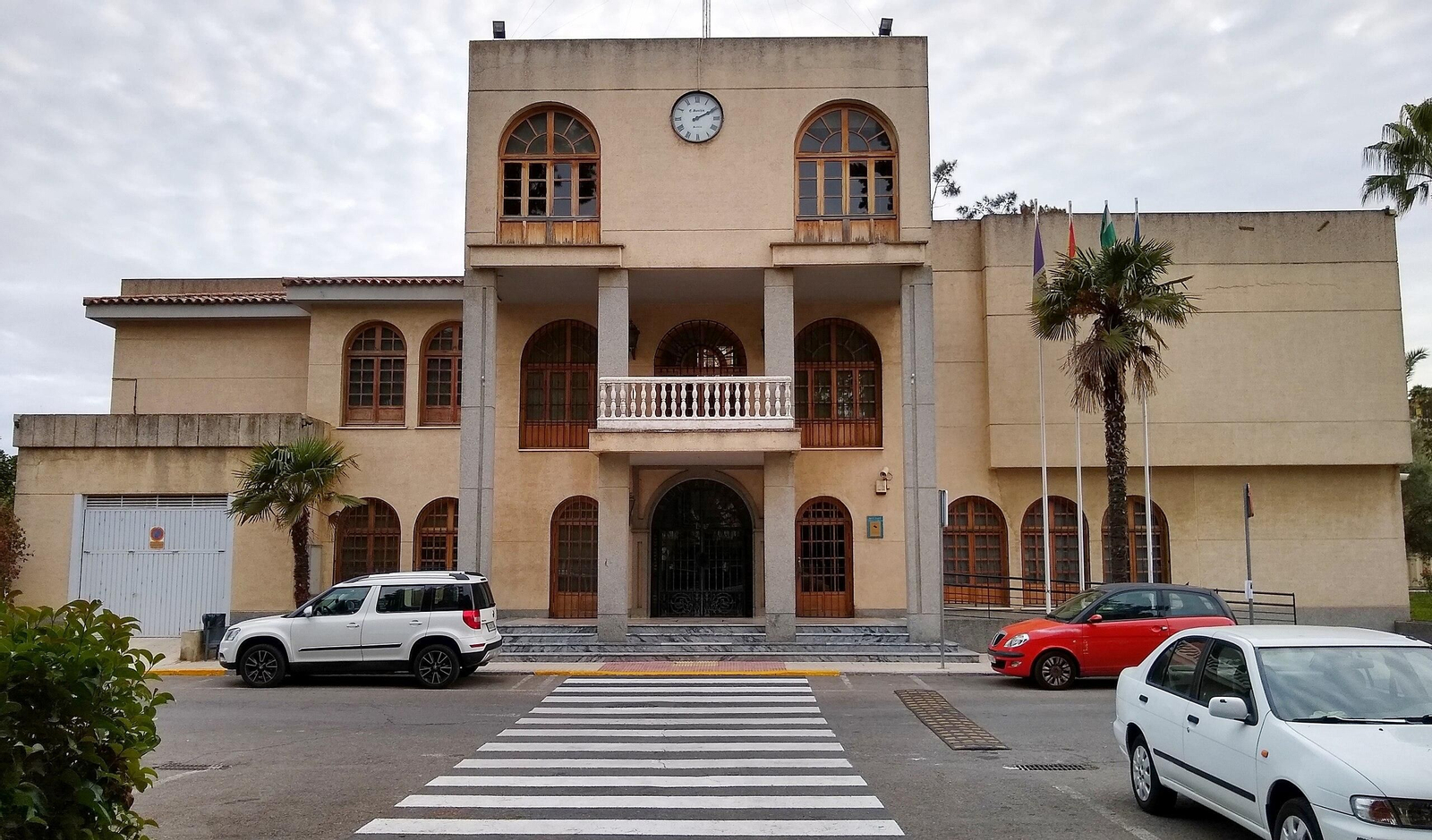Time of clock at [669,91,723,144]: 2:10
